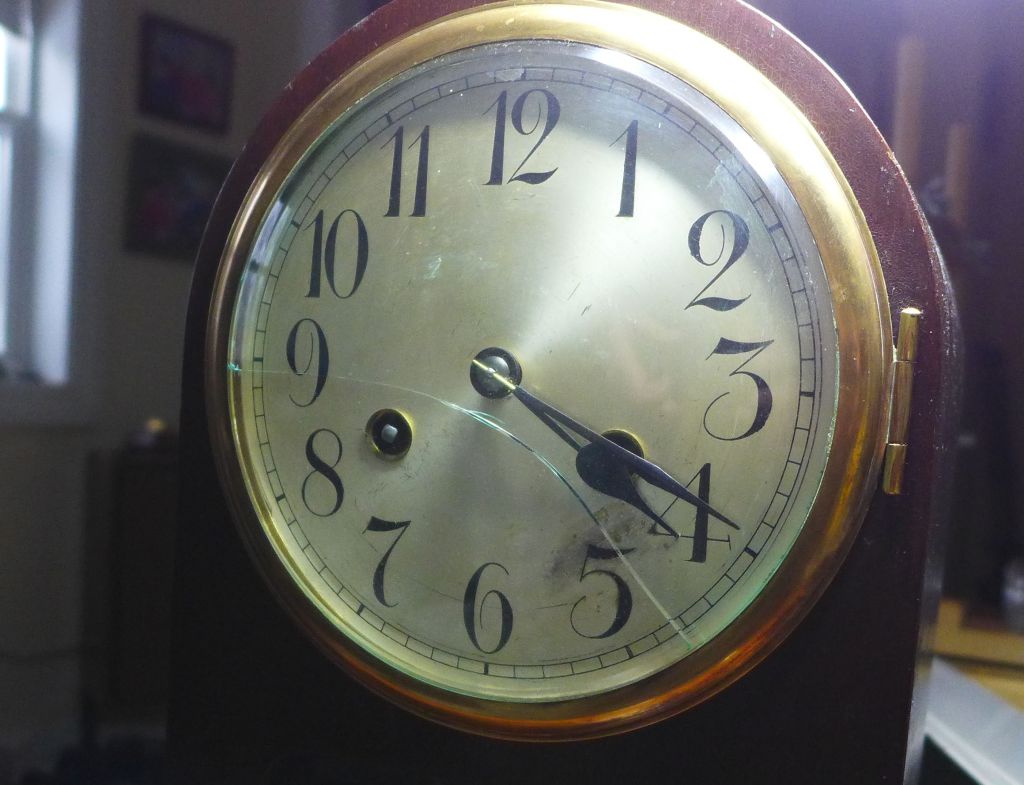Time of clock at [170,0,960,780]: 4:19
